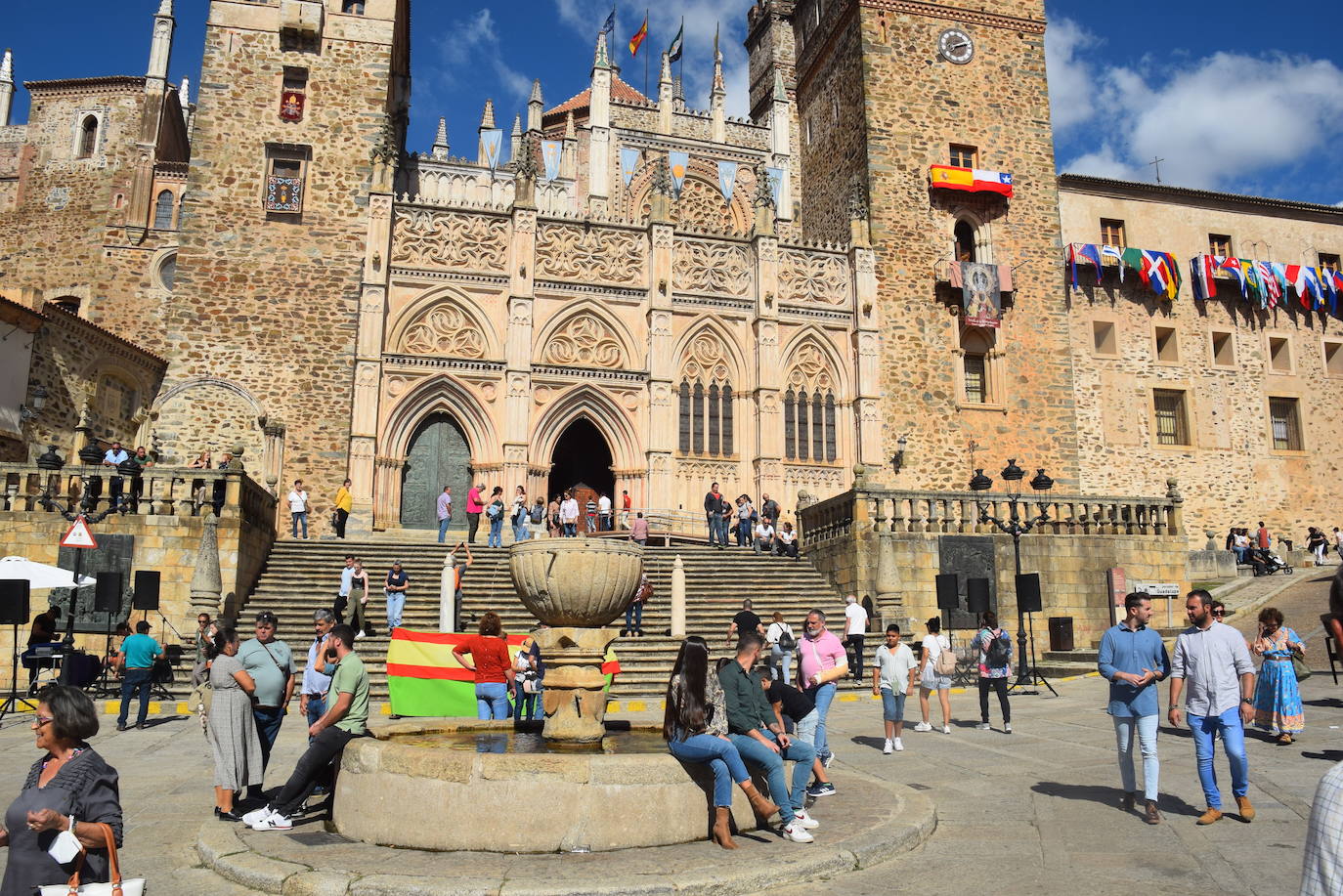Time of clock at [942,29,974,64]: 2:12
